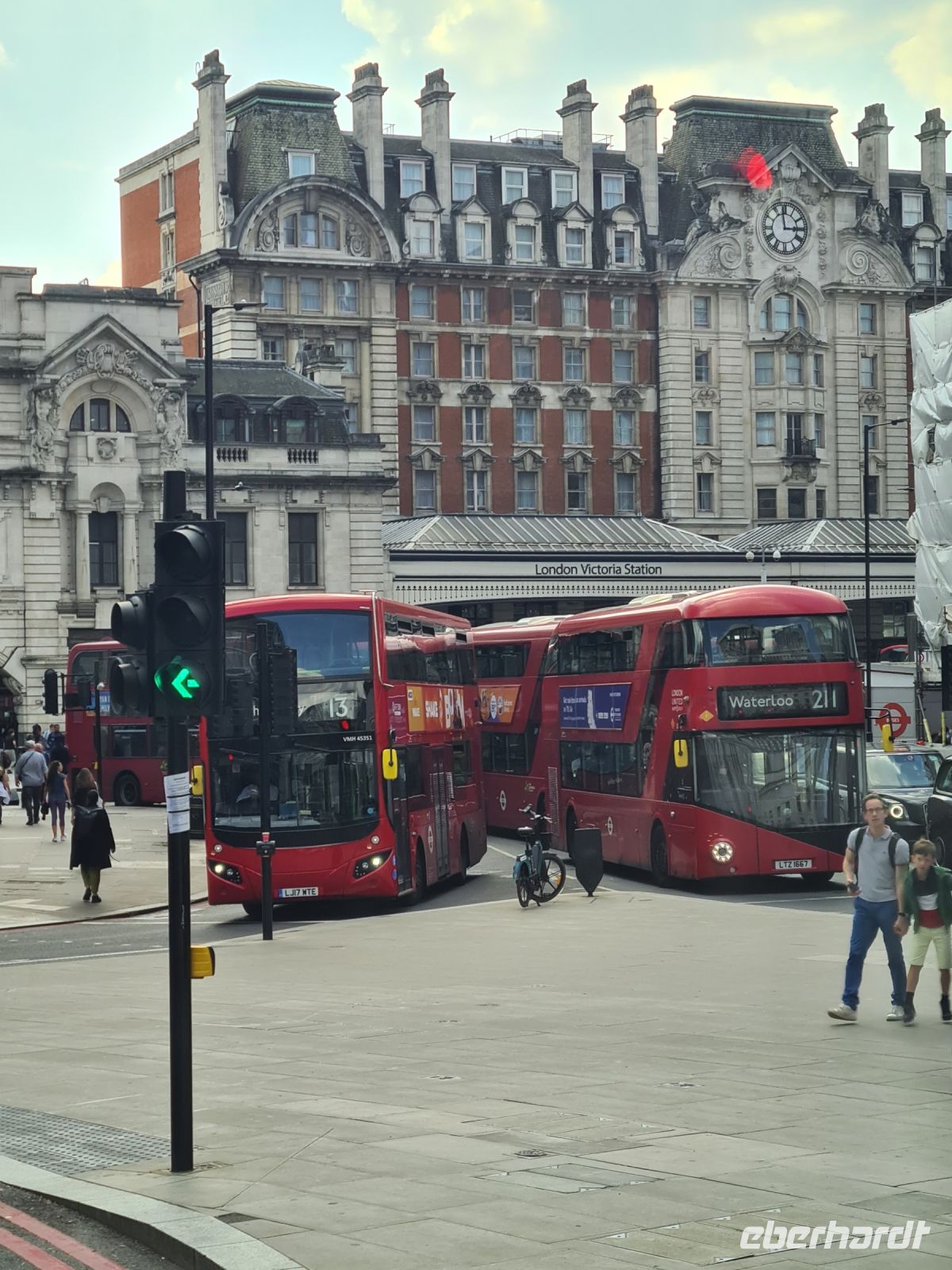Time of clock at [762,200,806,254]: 2:58
